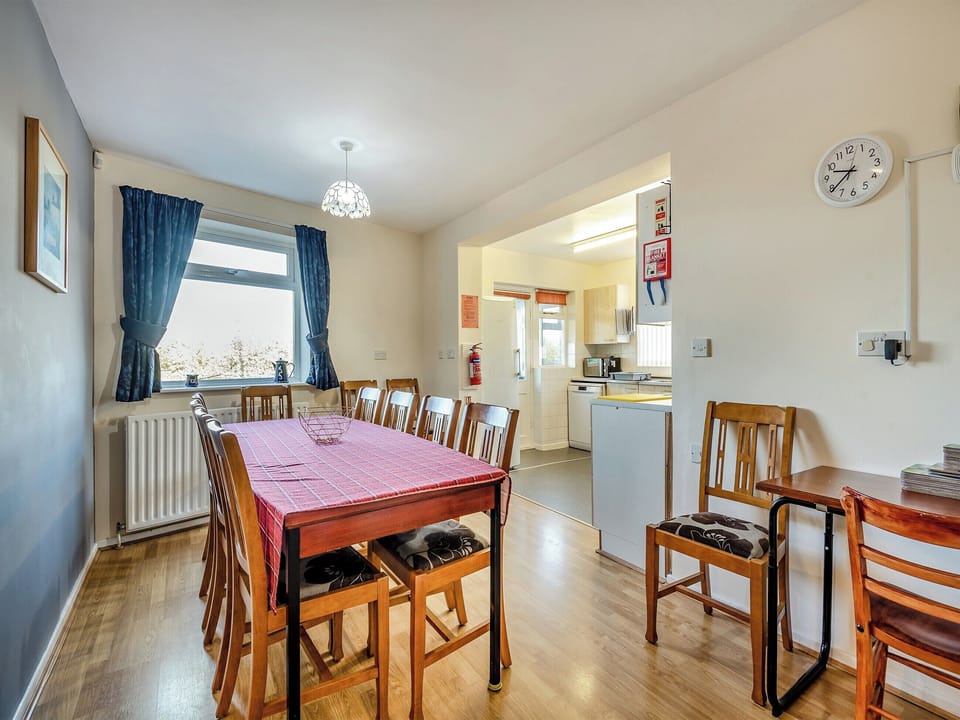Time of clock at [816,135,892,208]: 9:39
